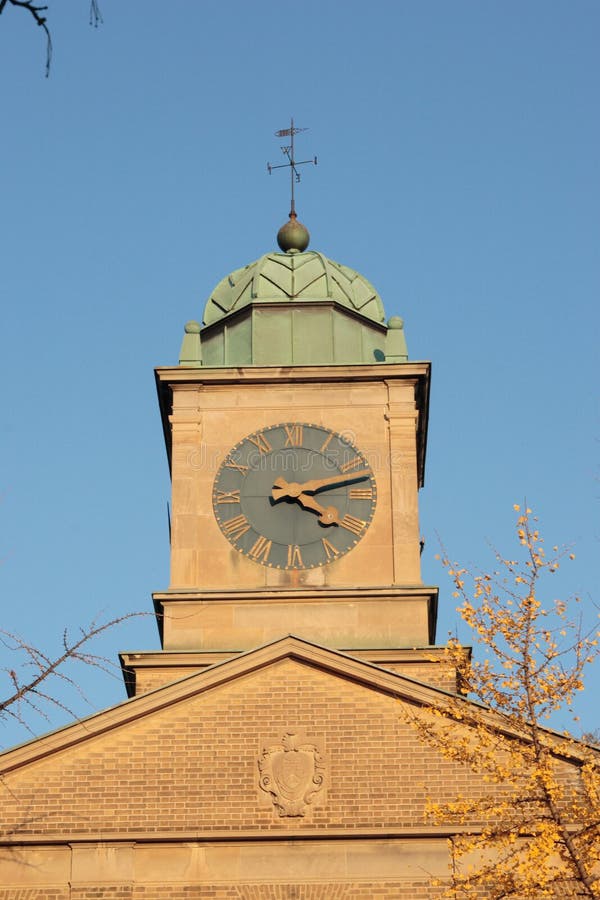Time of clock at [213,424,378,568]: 4:12
